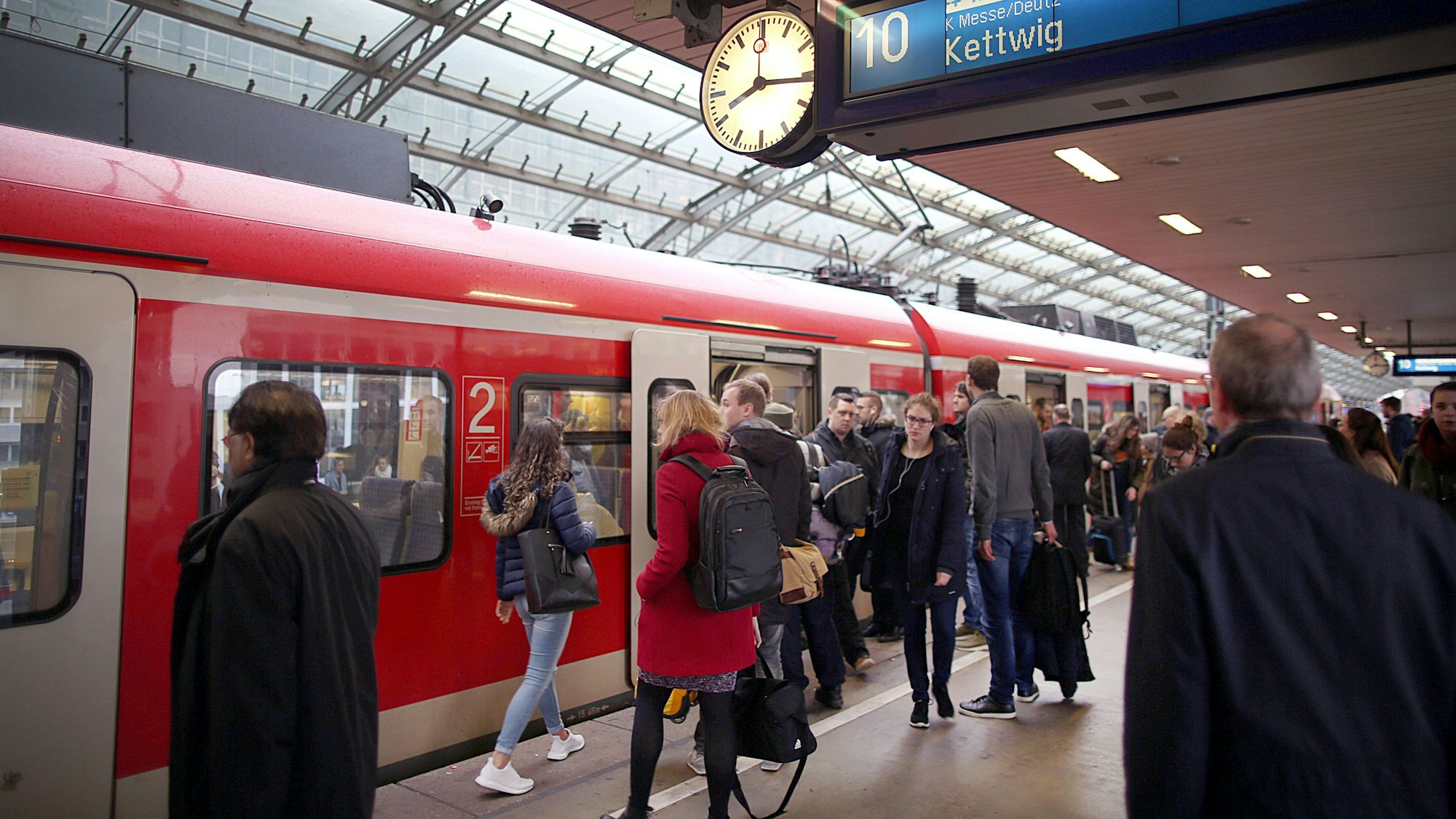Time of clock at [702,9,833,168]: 8:16
